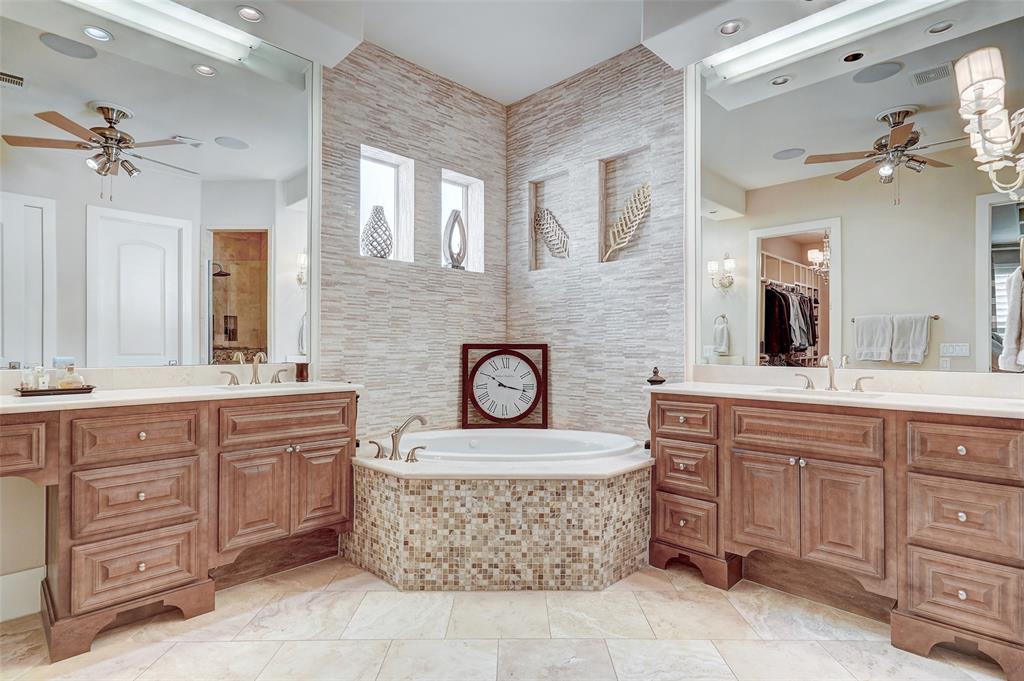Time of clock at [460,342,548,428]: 10:16
